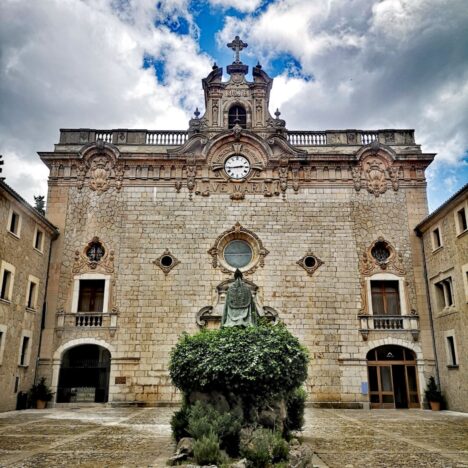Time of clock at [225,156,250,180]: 2:43
